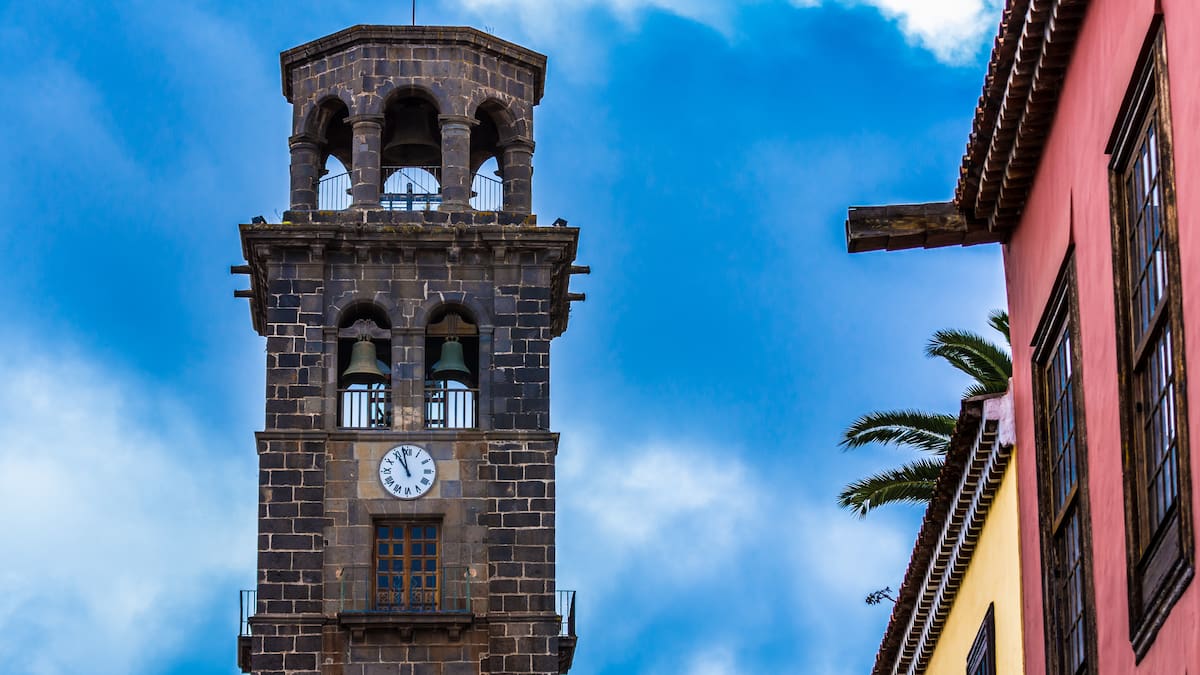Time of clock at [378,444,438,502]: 10:58
